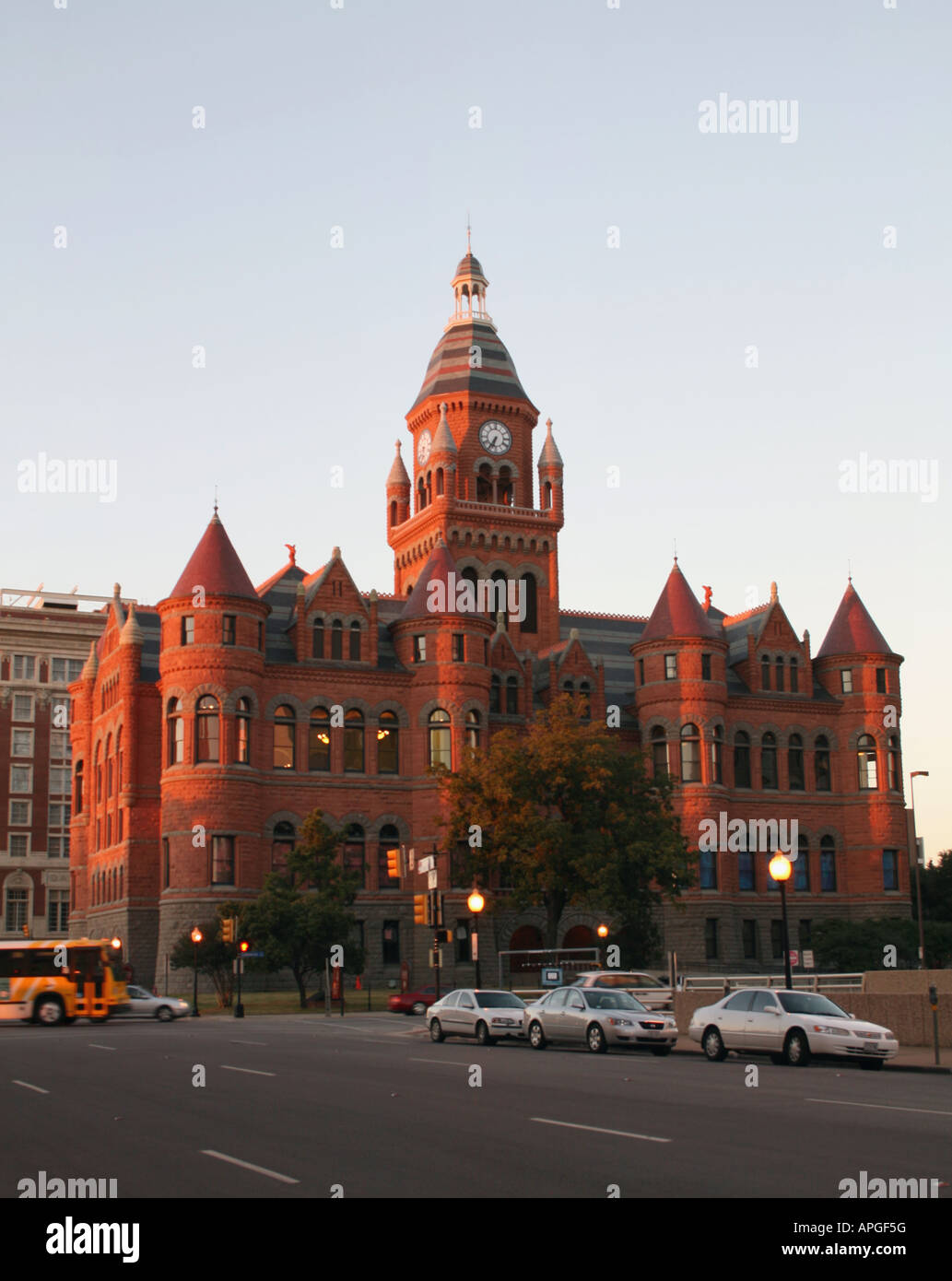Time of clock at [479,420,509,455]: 6:35
